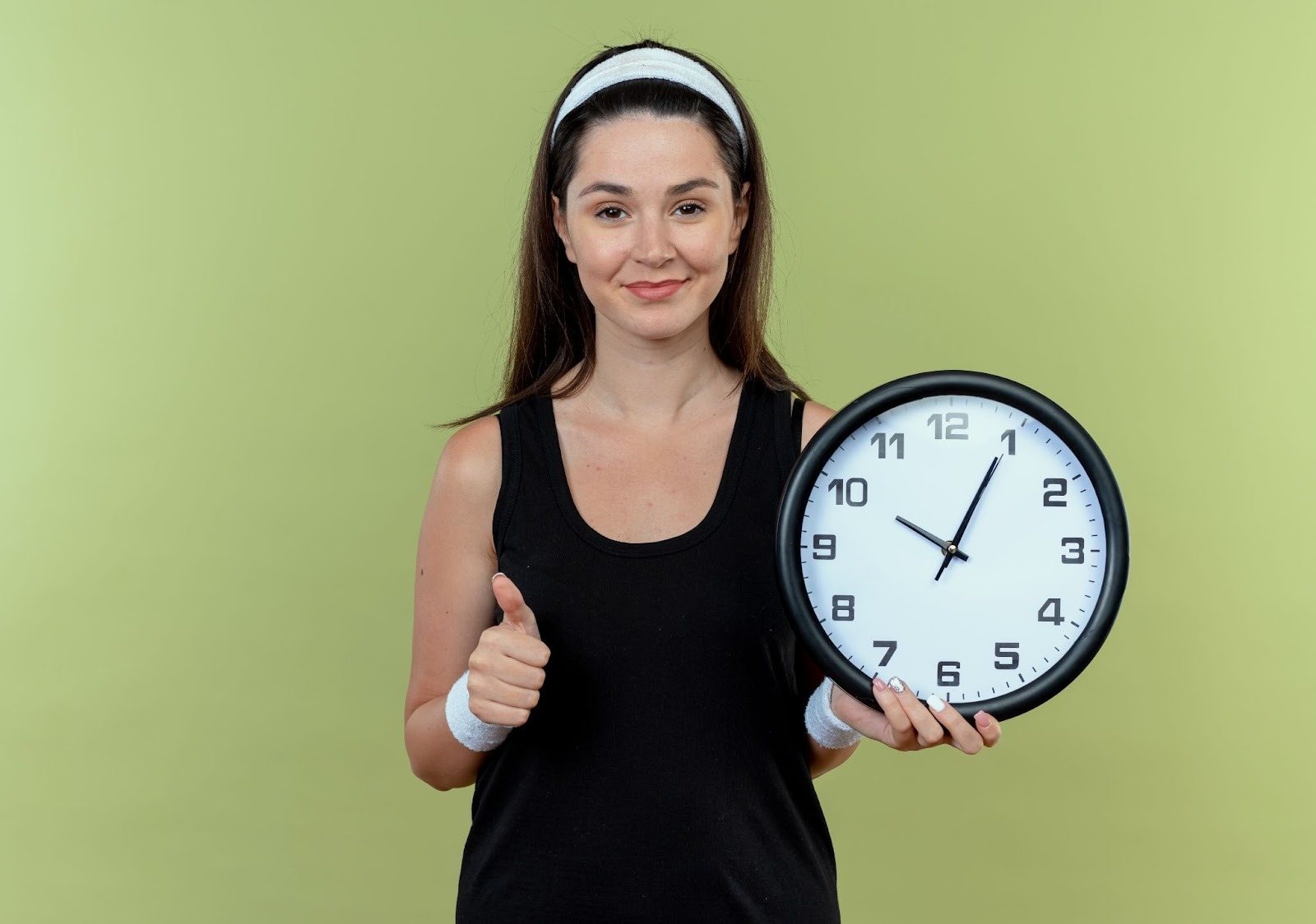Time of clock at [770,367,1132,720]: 10:04
